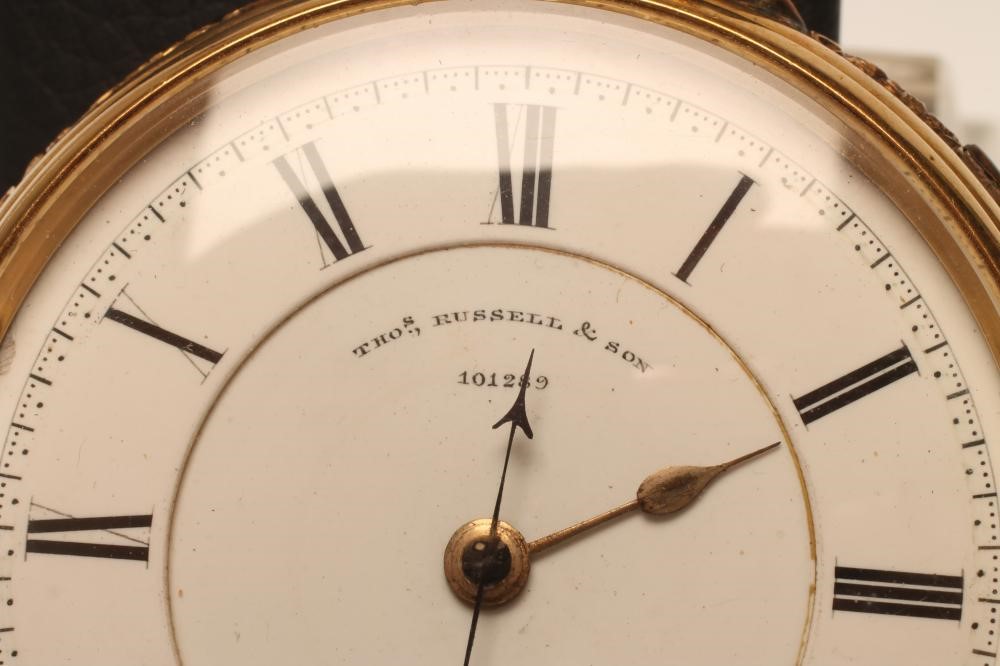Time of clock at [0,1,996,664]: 12:10
